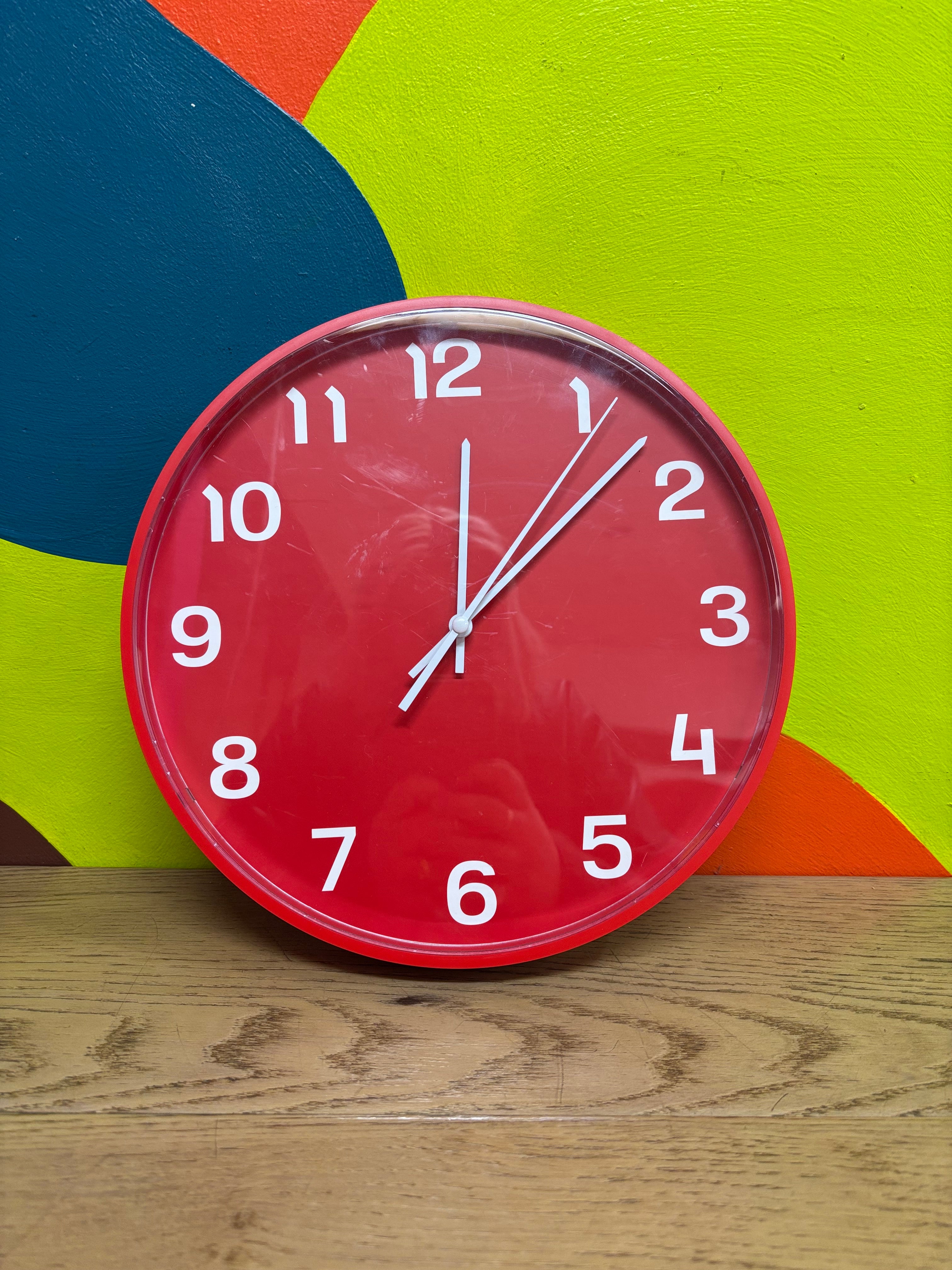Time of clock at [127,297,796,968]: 12:07
